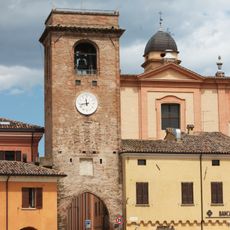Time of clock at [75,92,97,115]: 11:43
